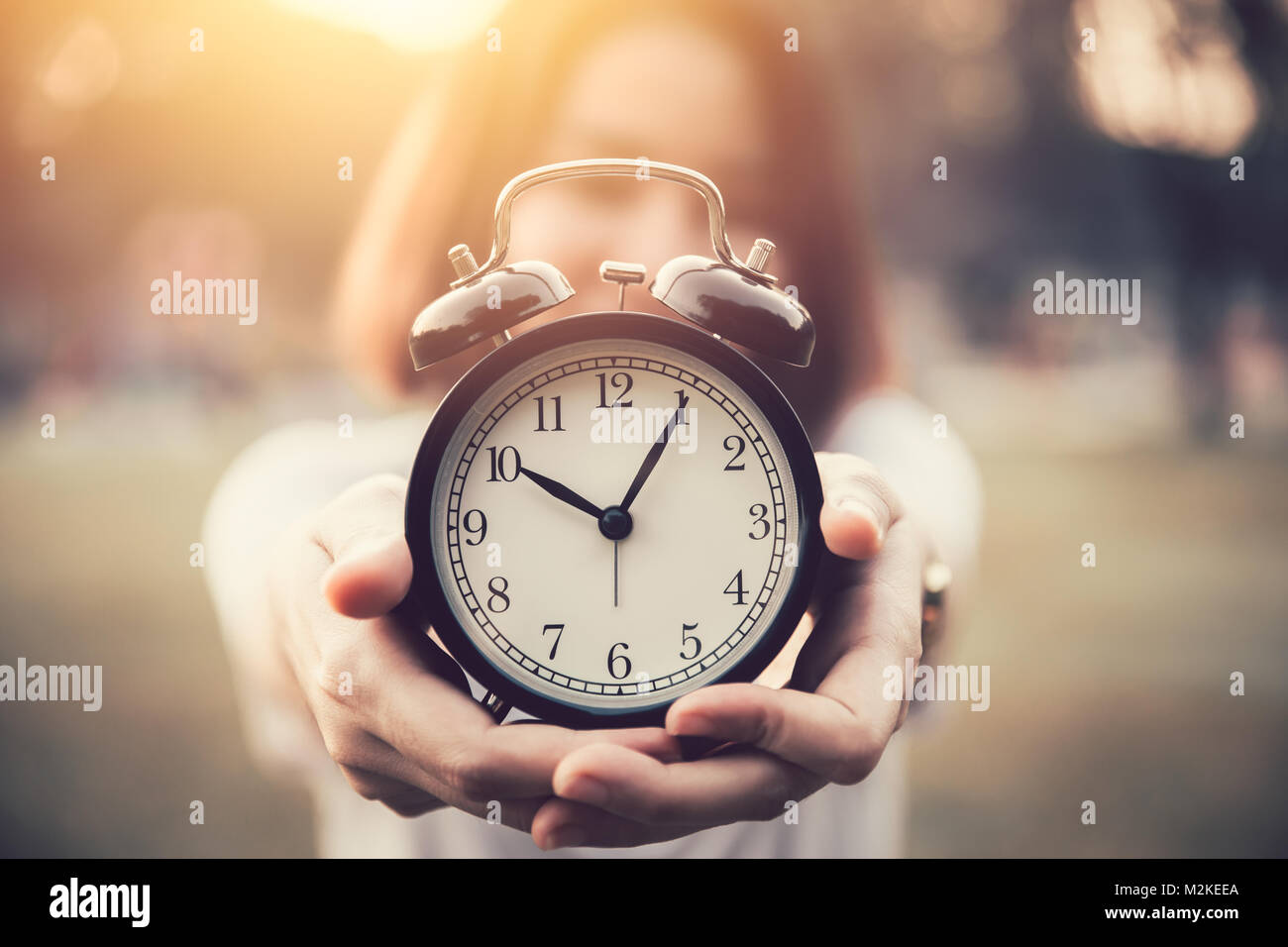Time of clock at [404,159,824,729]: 10:05
